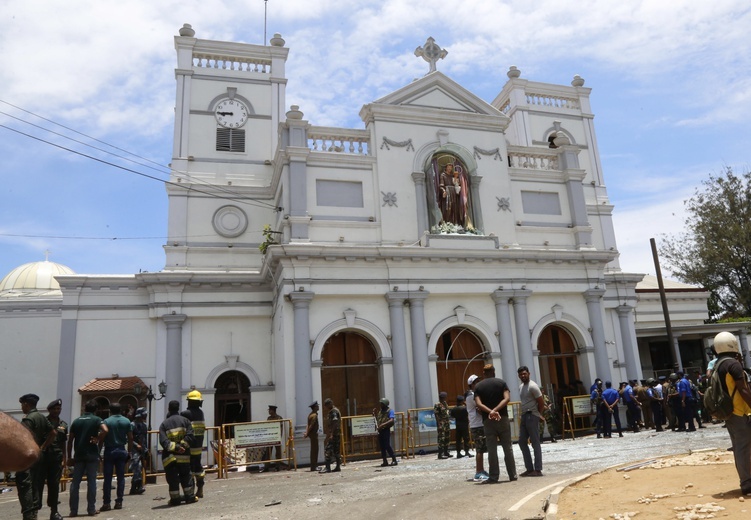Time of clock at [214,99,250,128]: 8:45
